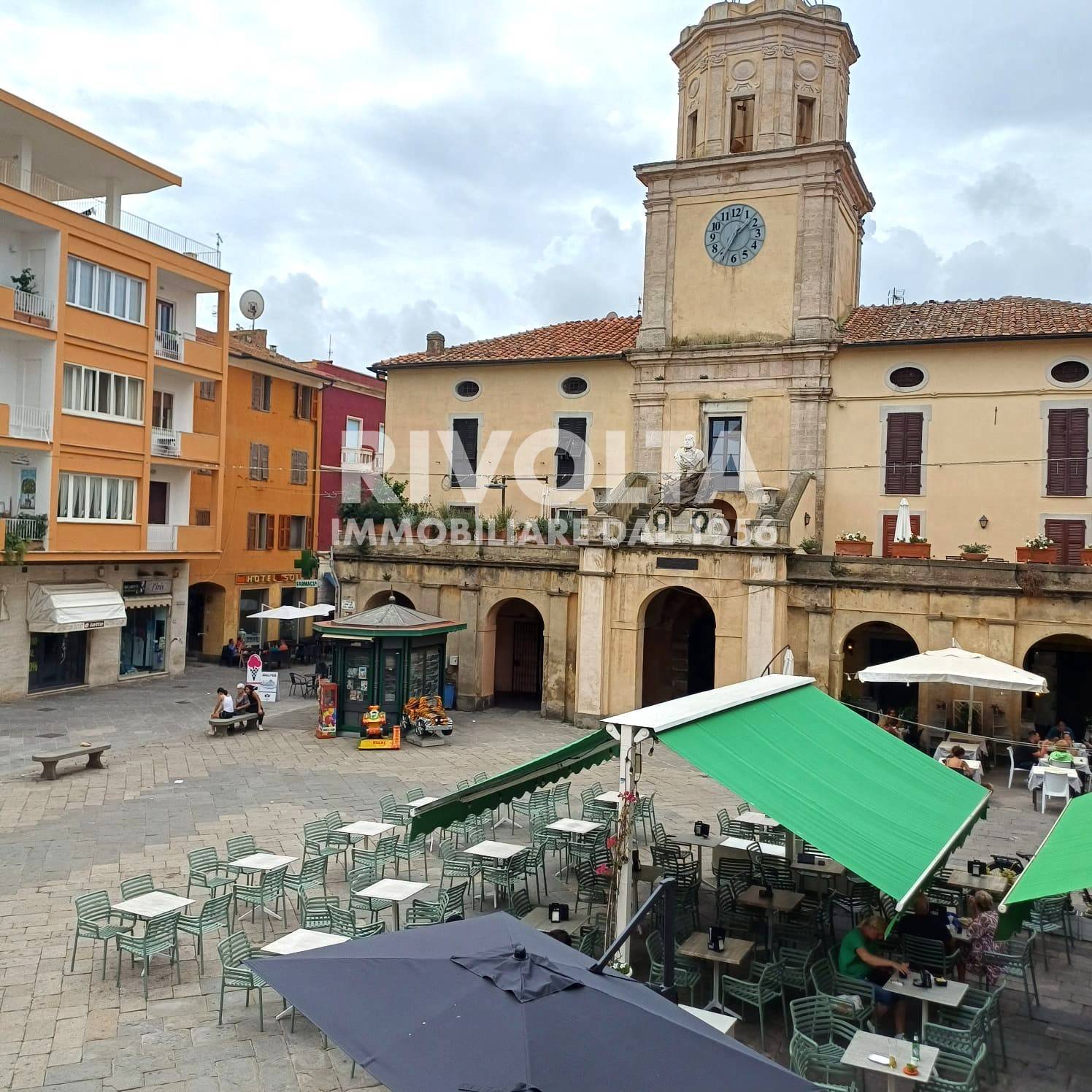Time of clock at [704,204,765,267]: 1:34
